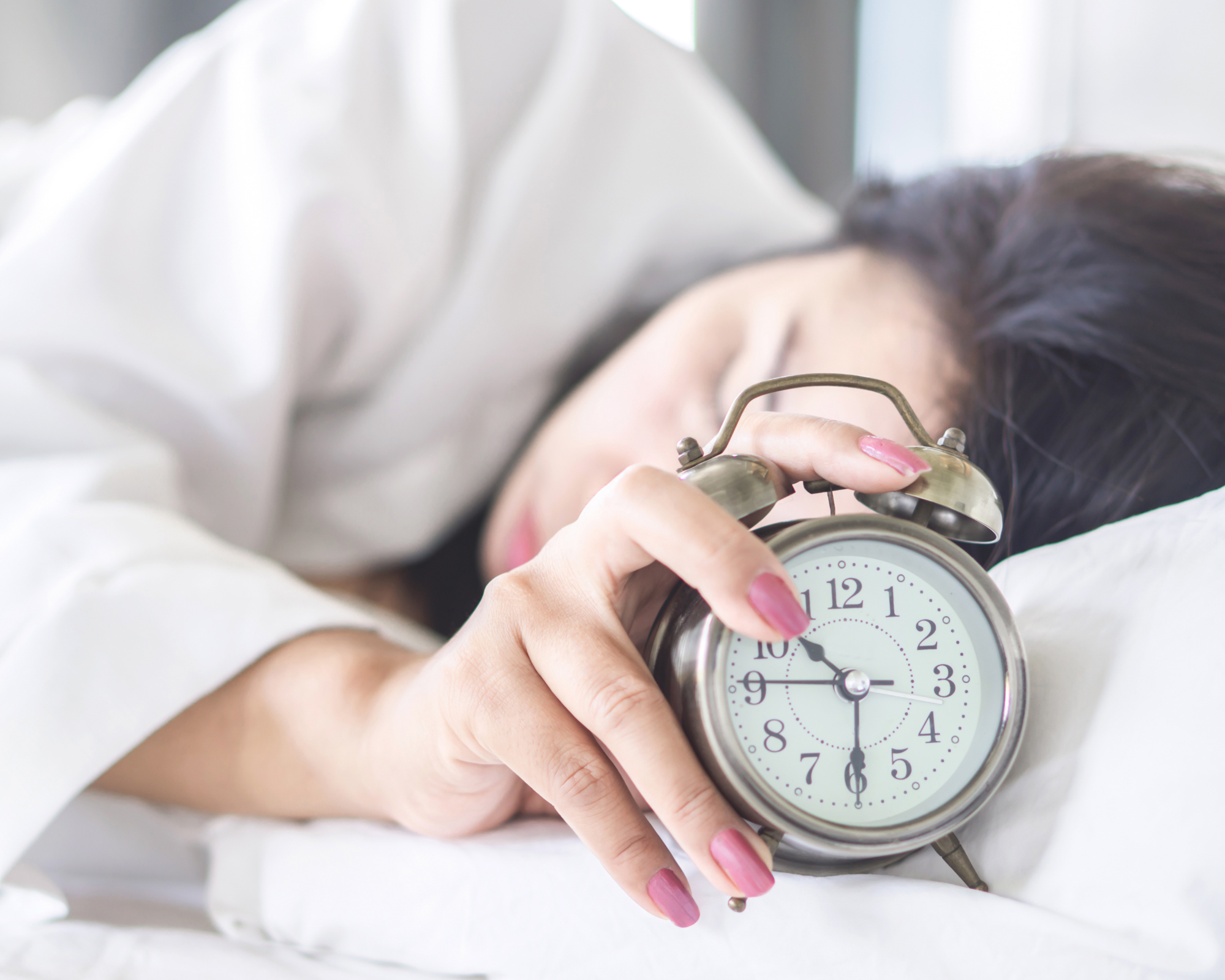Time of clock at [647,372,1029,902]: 10:29
